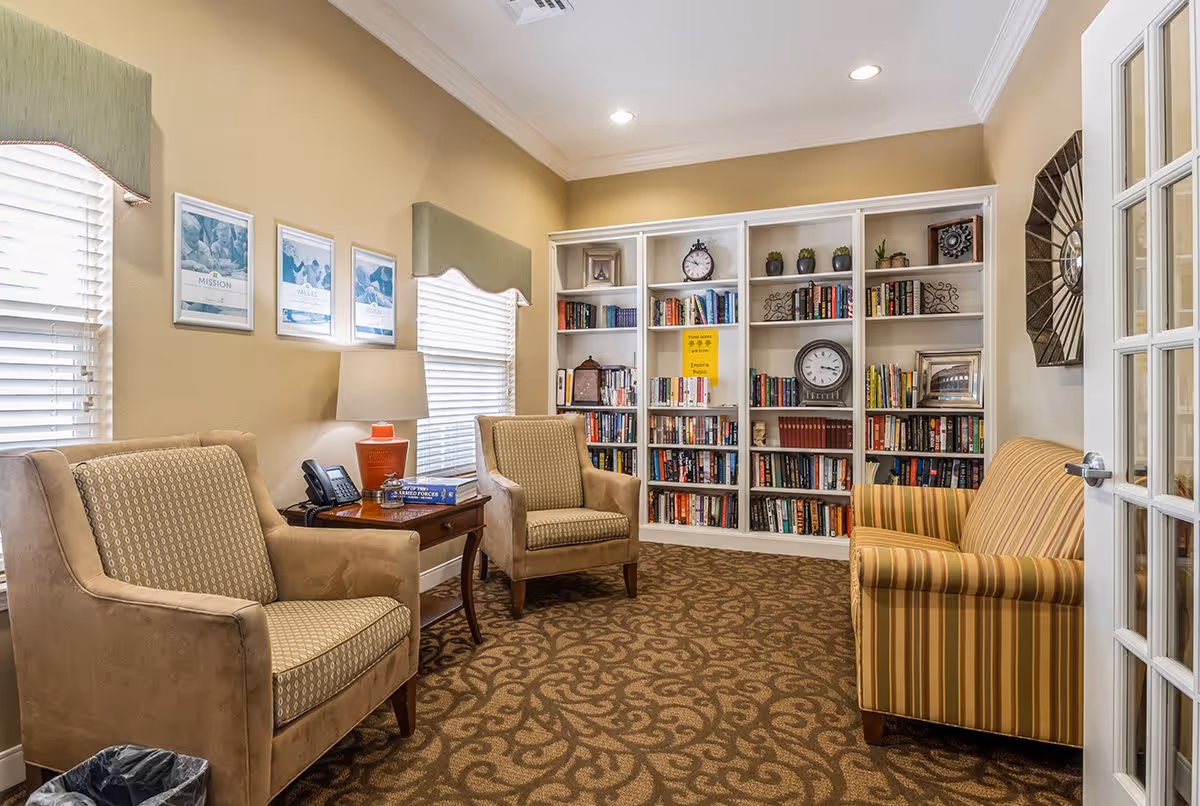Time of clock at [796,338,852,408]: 3:17
